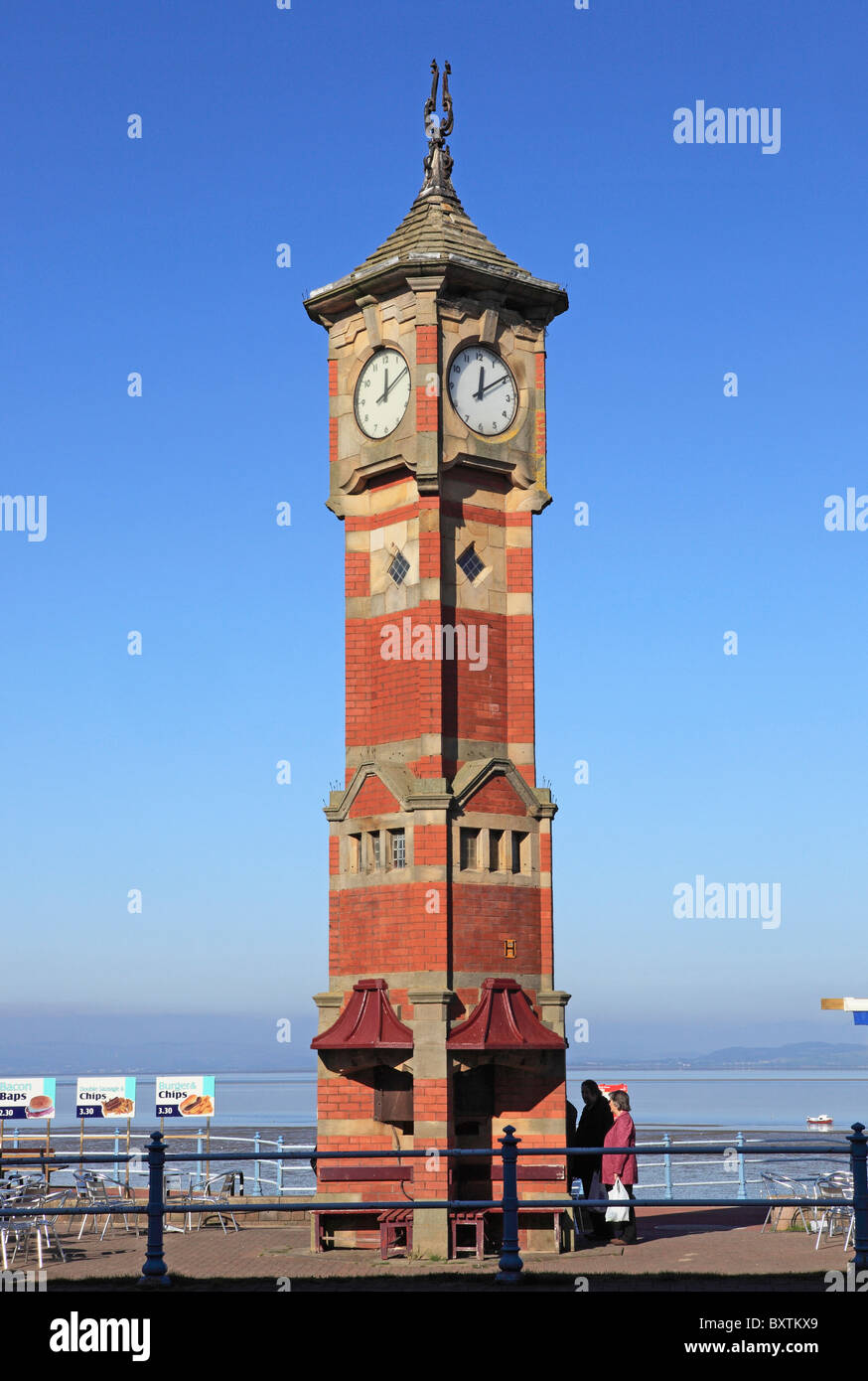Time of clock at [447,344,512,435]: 12:09
